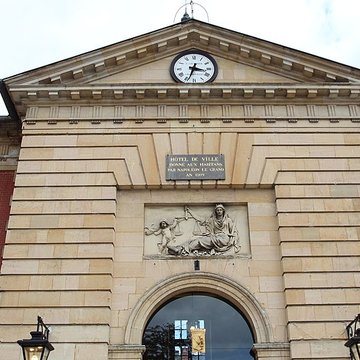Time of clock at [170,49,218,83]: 3:33
